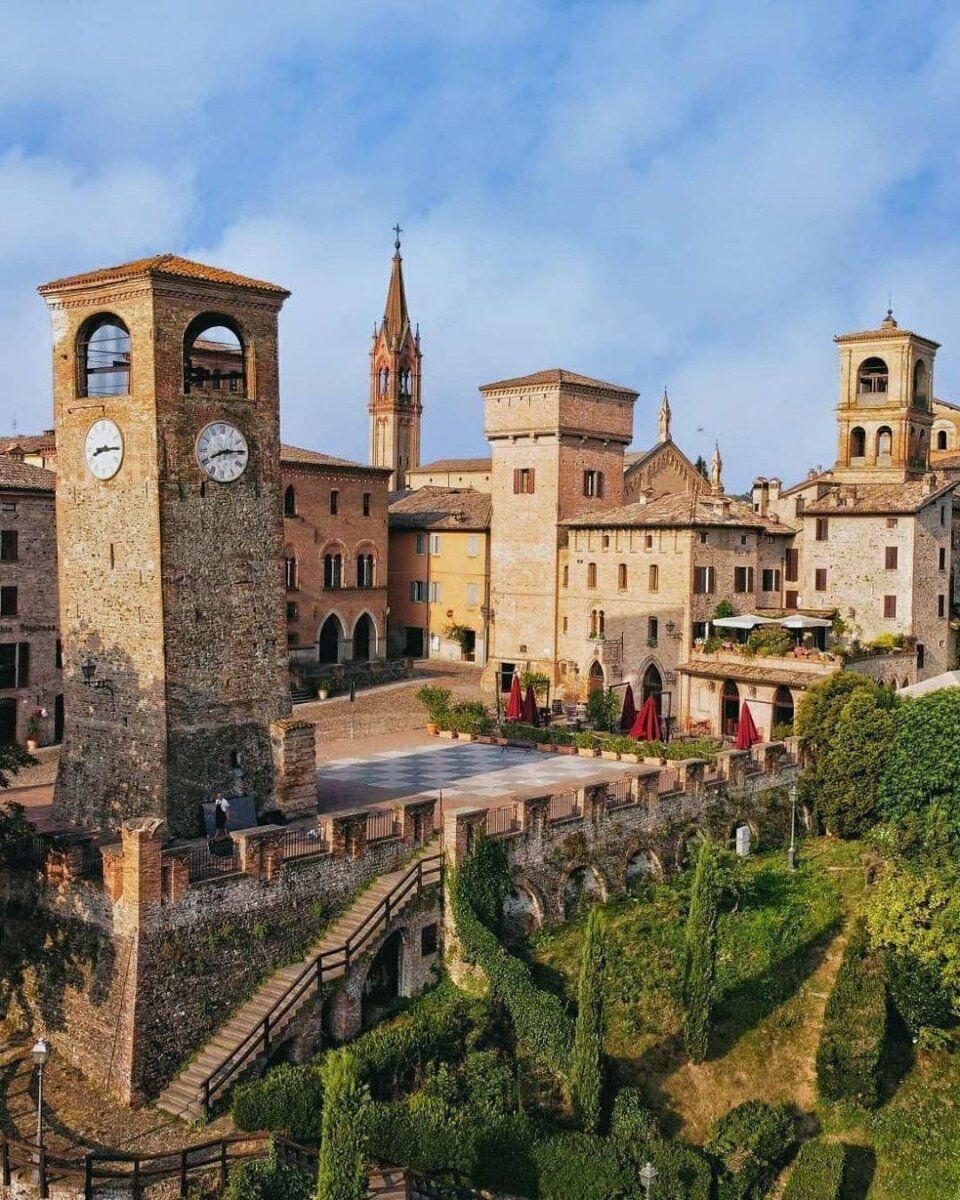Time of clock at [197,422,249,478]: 8:13
